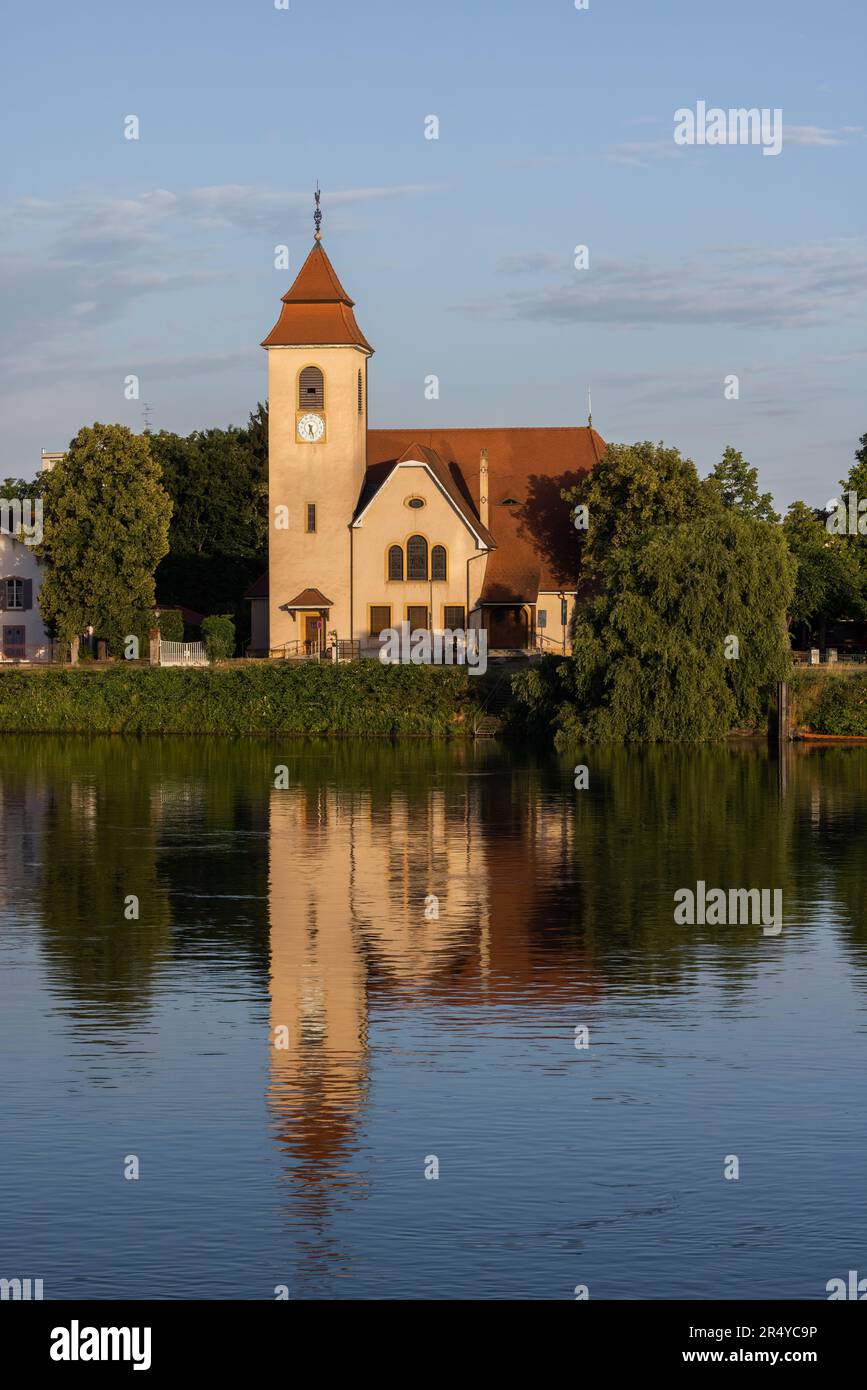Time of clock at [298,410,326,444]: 6:27
